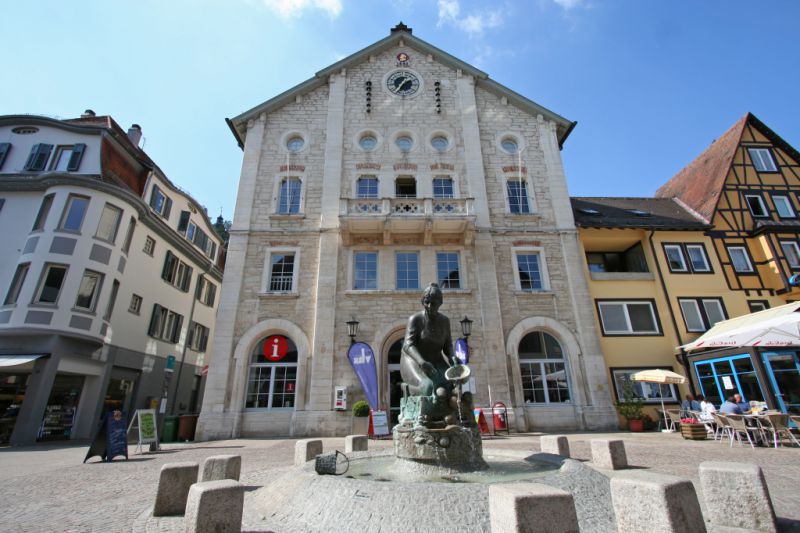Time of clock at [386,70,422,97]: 1:35
